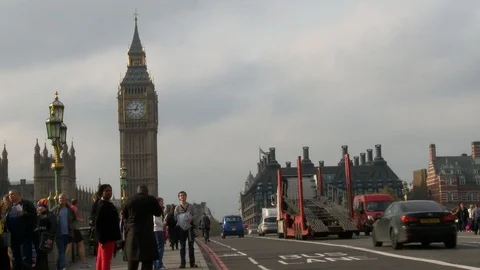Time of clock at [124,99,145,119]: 12:45
